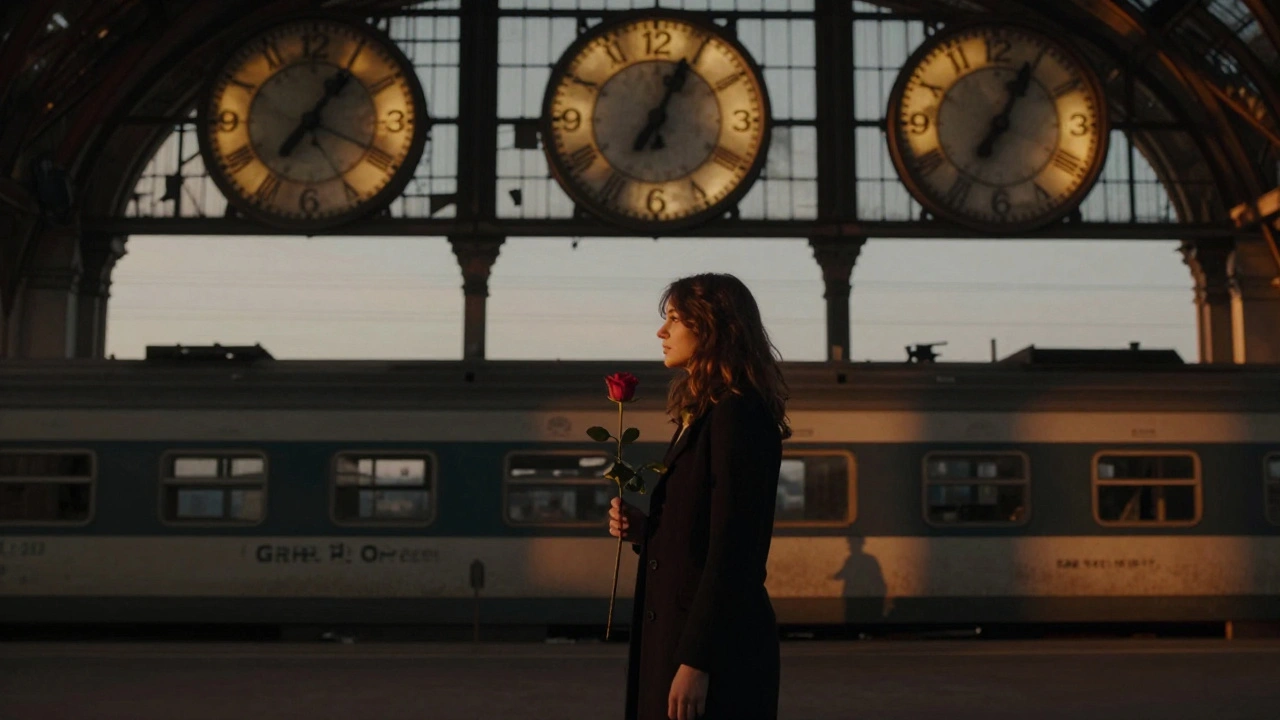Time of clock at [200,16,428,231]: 1:19
